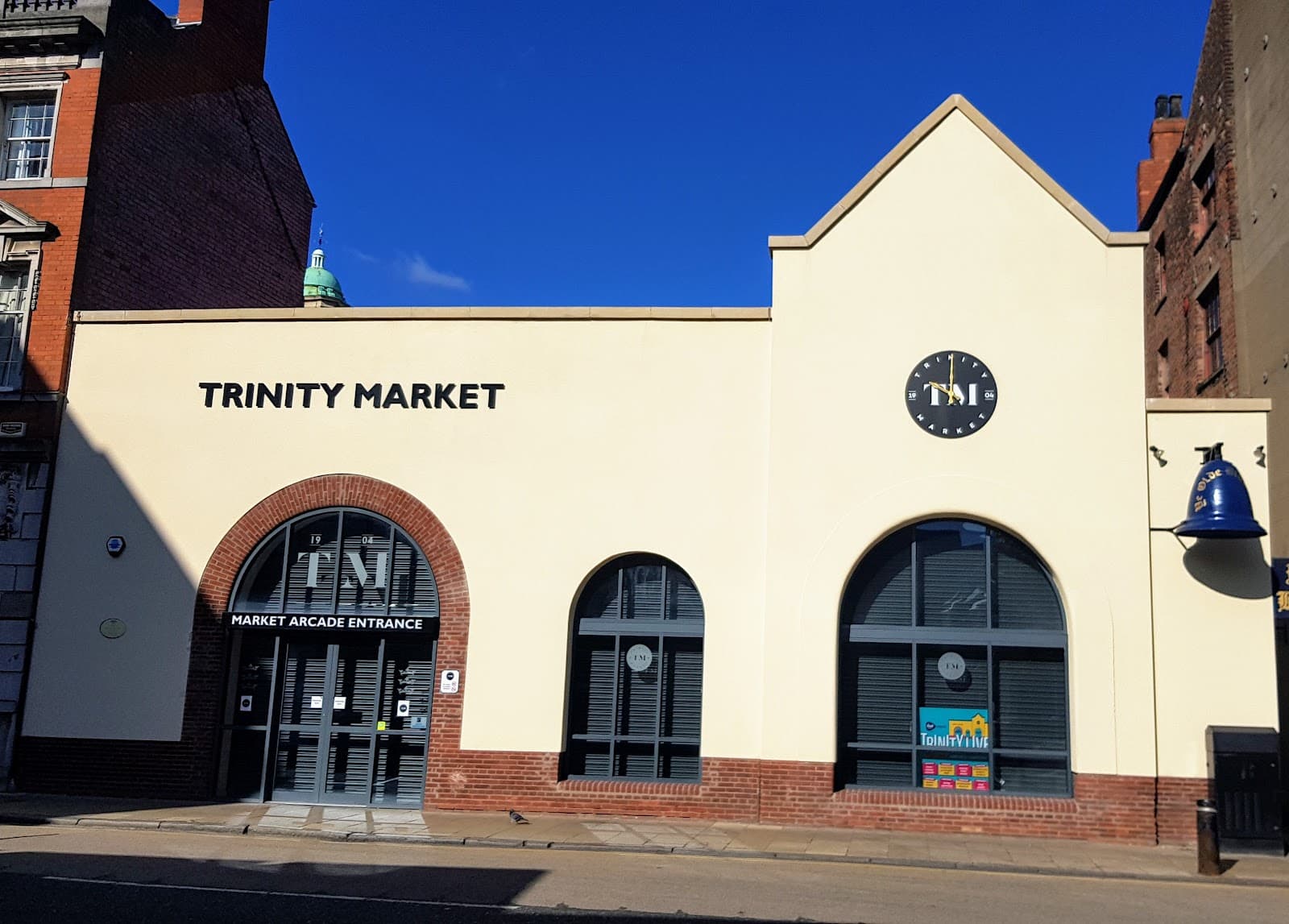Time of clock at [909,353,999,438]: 10:00
